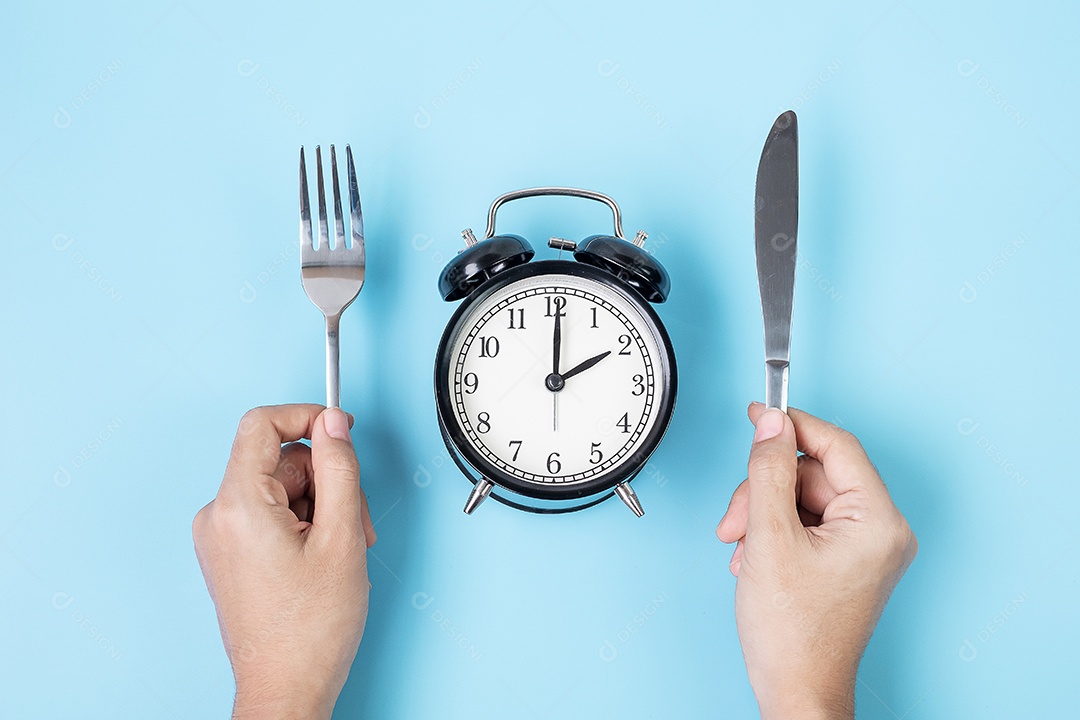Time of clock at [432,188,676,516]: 2:00
